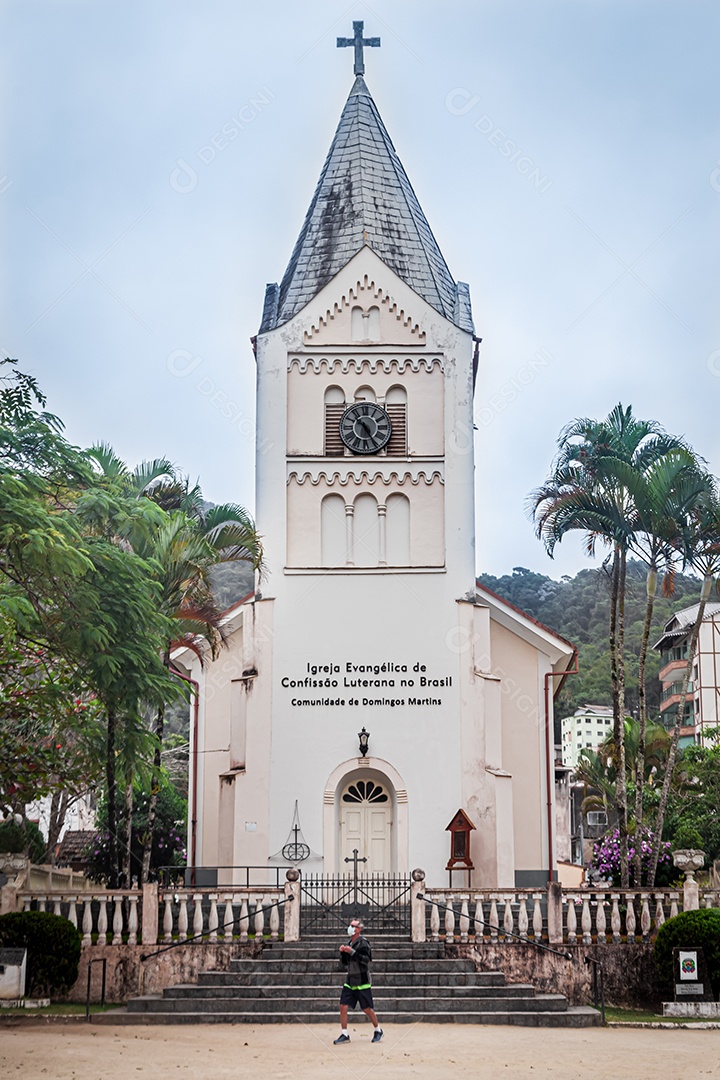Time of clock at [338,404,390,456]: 10:25
